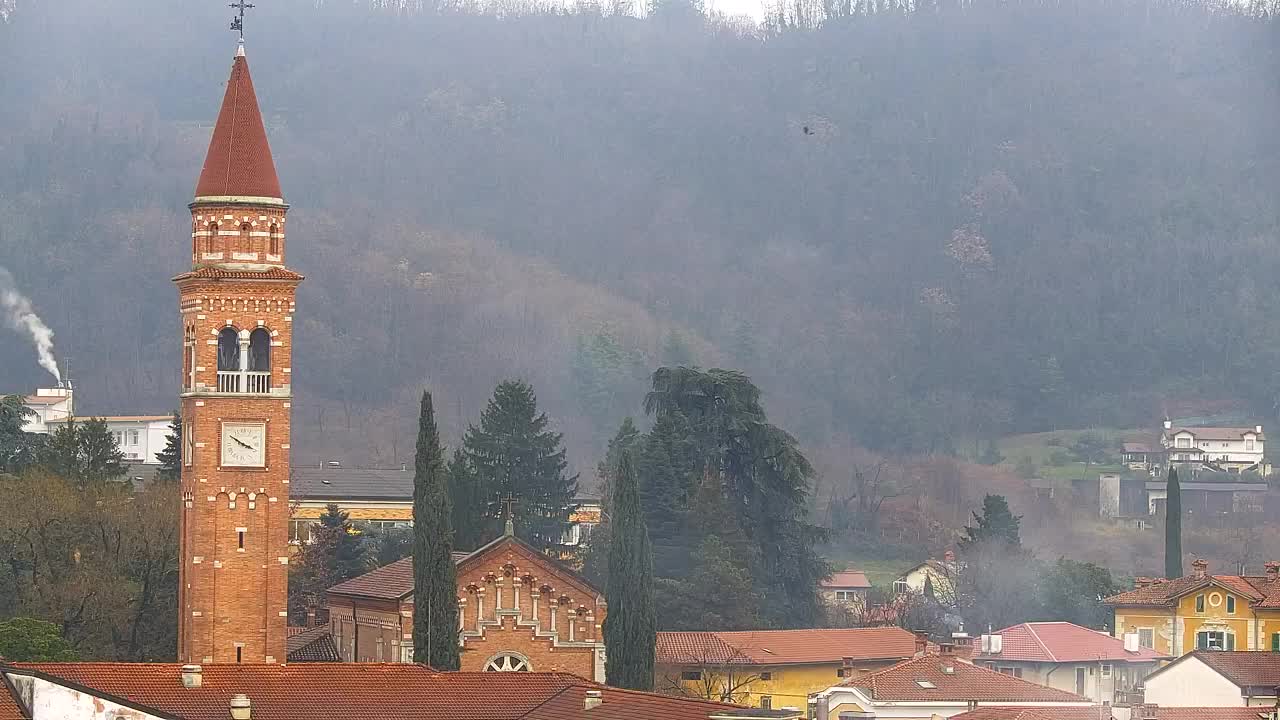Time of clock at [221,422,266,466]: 3:50
